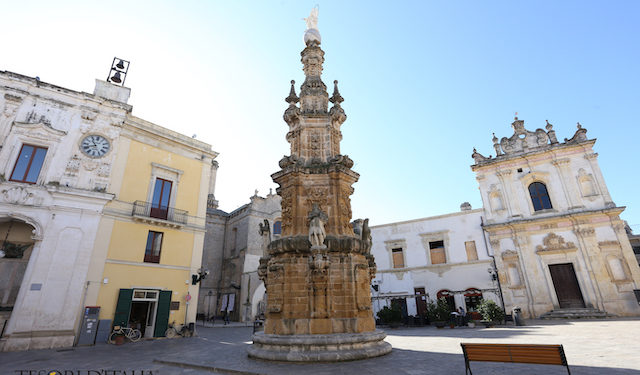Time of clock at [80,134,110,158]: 10:41
